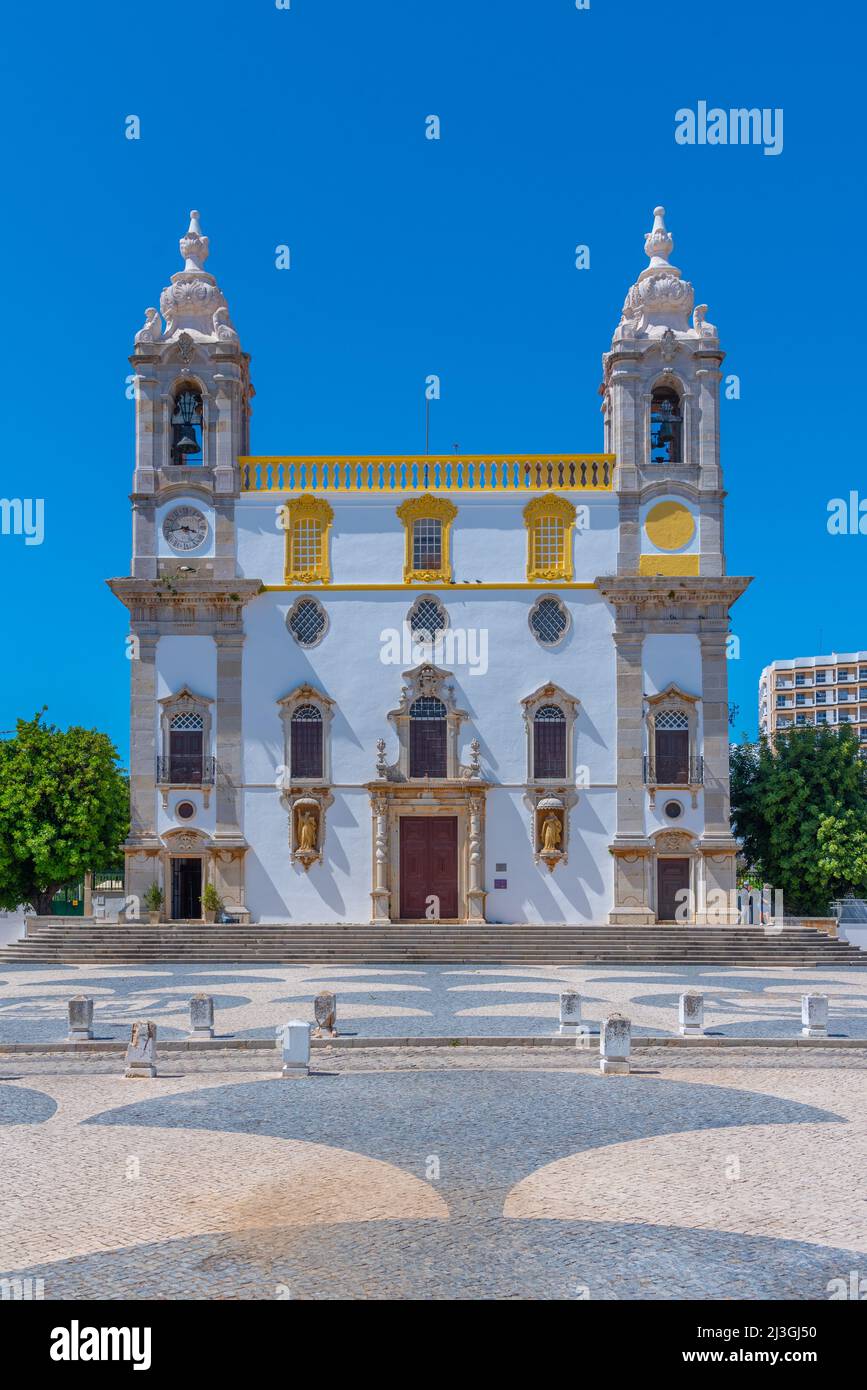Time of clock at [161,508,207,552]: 3:43
